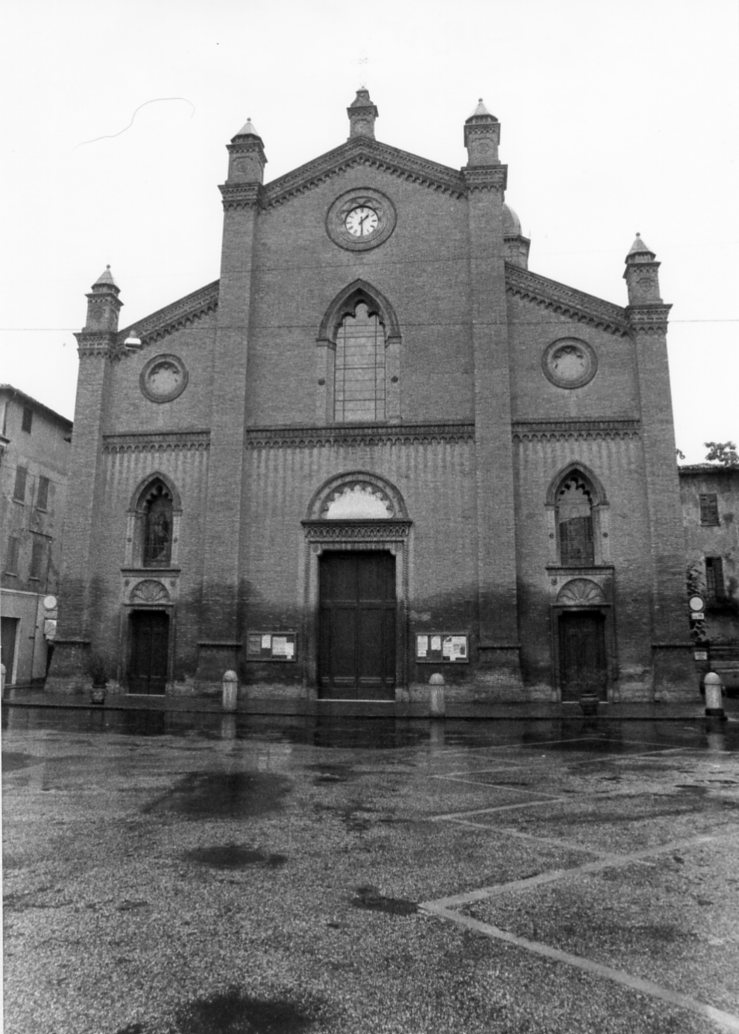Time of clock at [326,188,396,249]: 1:28
